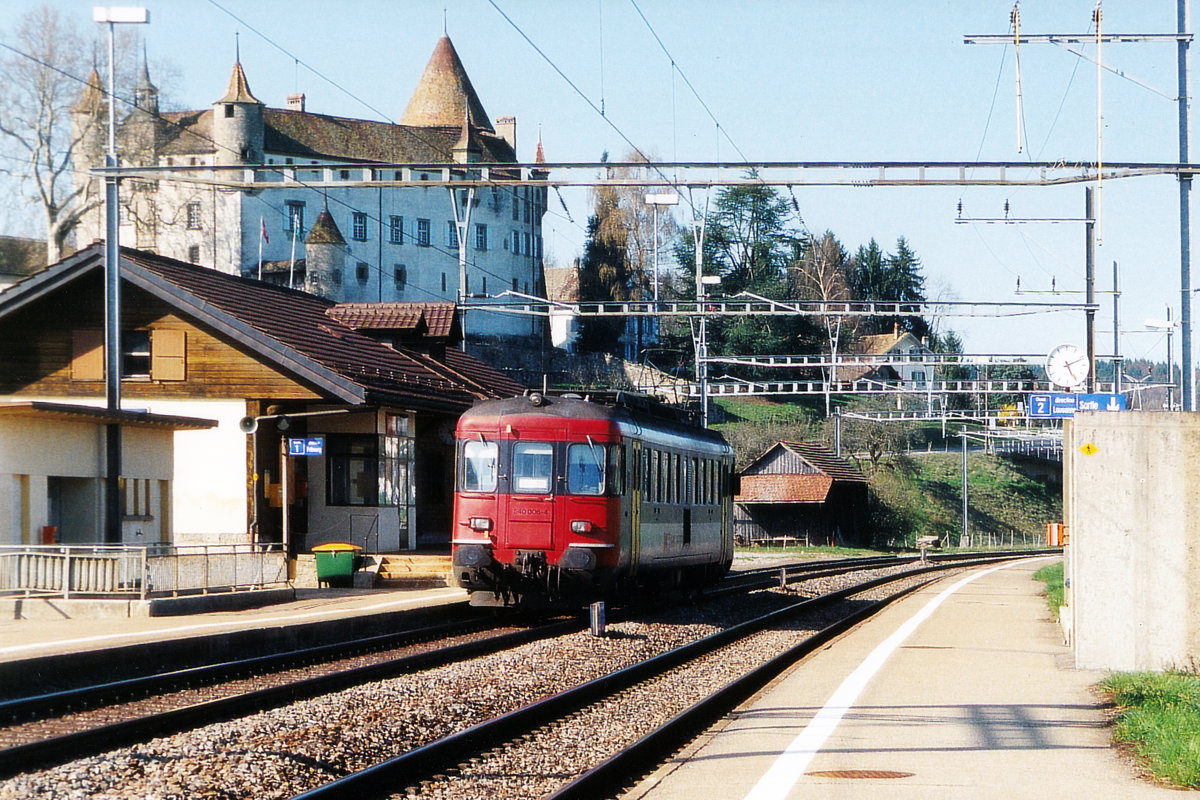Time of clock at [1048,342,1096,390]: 5:11
